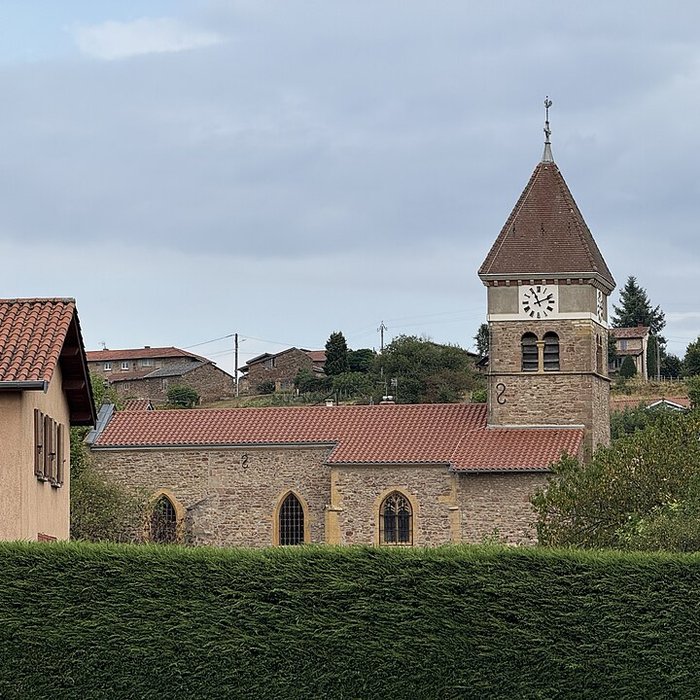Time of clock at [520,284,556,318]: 11:11
